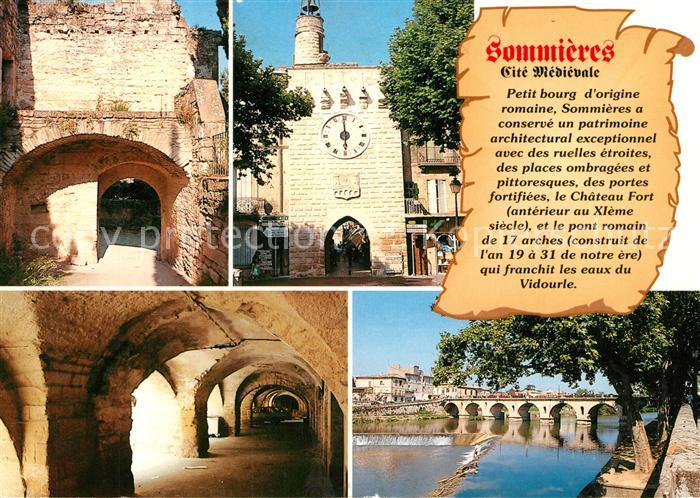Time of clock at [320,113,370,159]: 5:59
